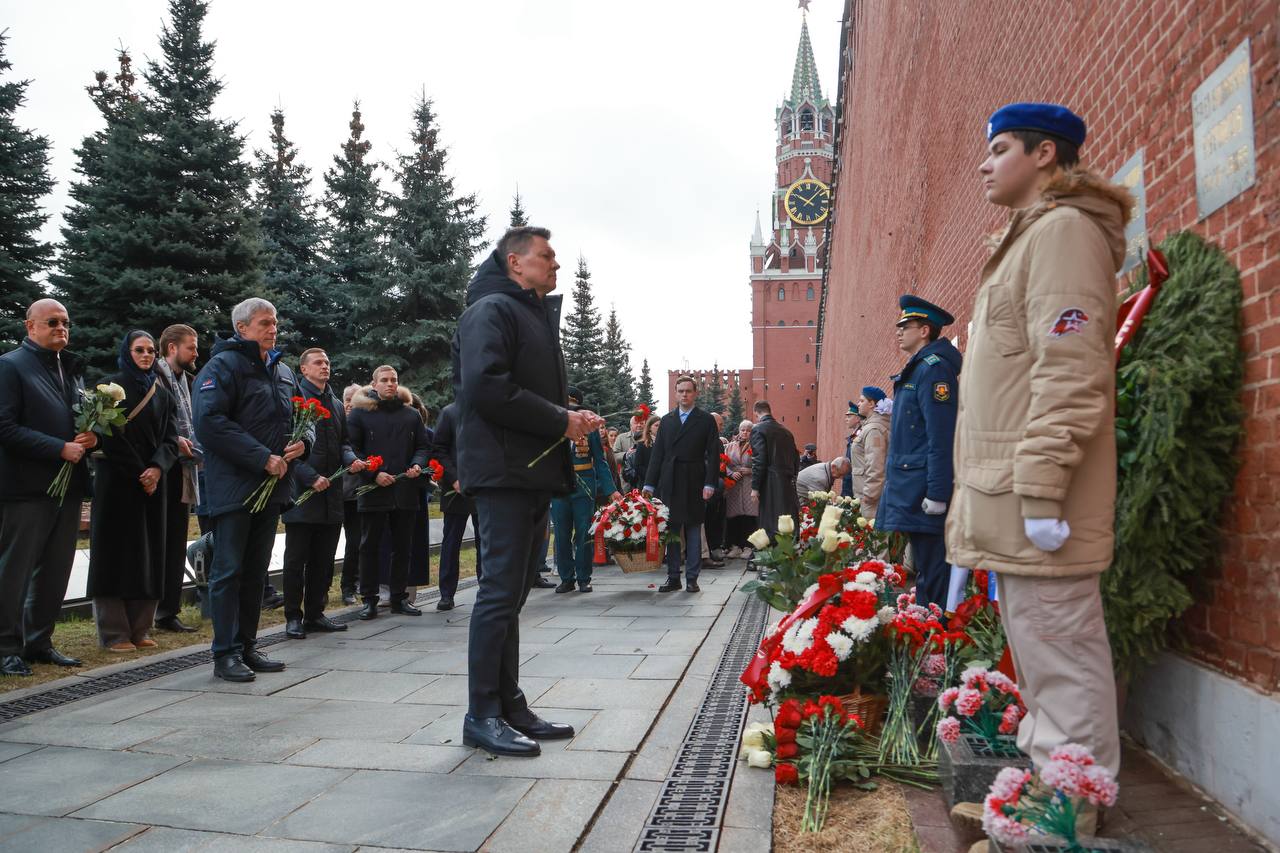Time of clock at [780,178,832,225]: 10:07
